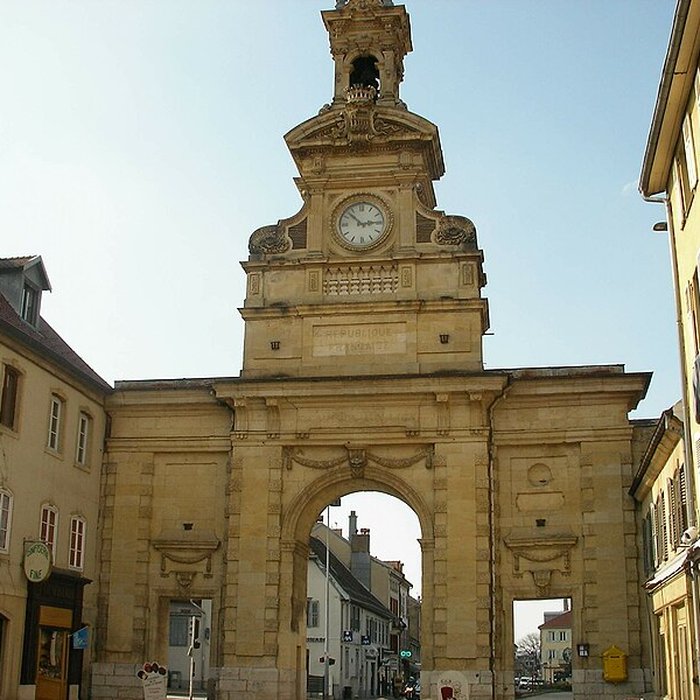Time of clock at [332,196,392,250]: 2:52
